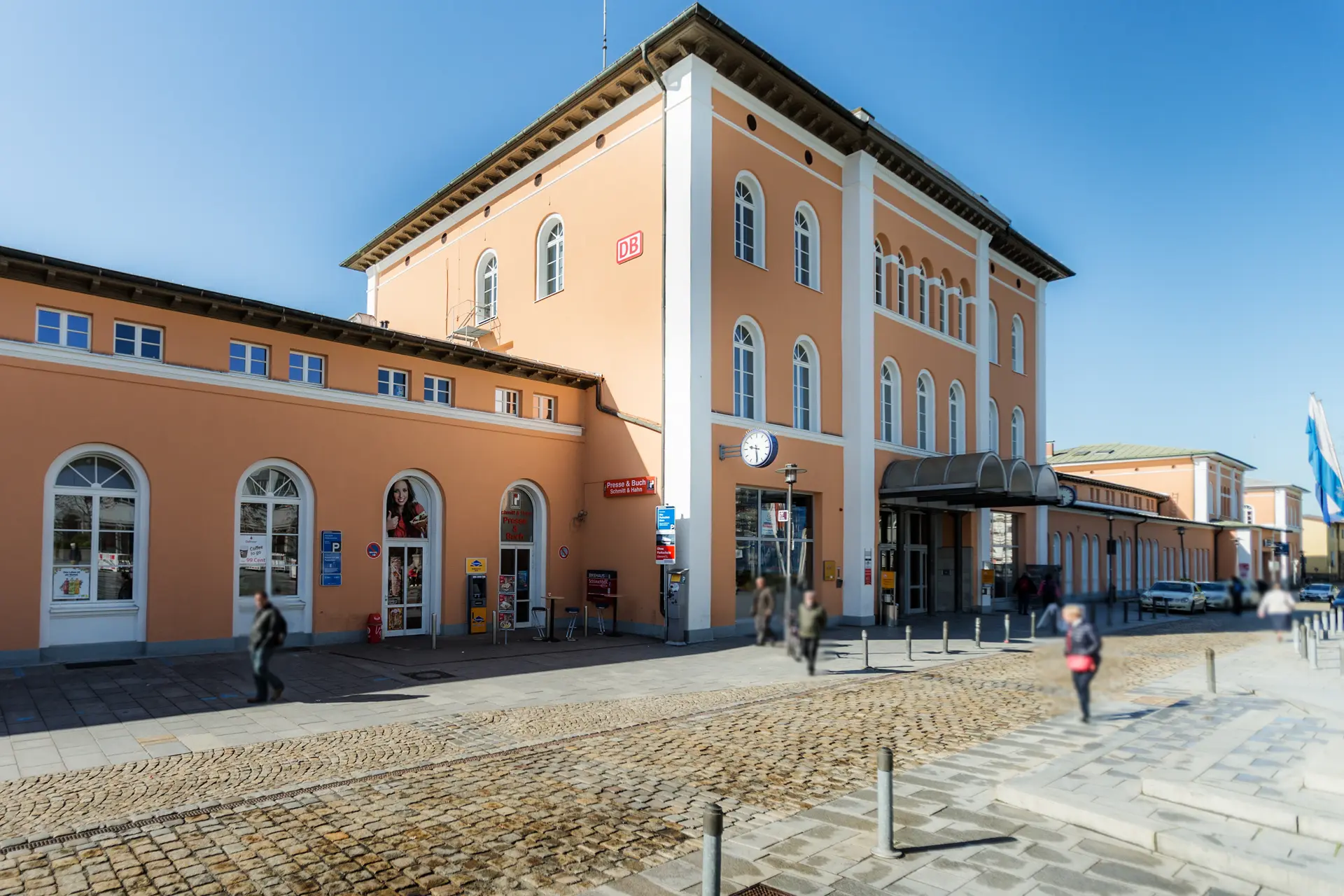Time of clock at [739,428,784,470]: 9:29
